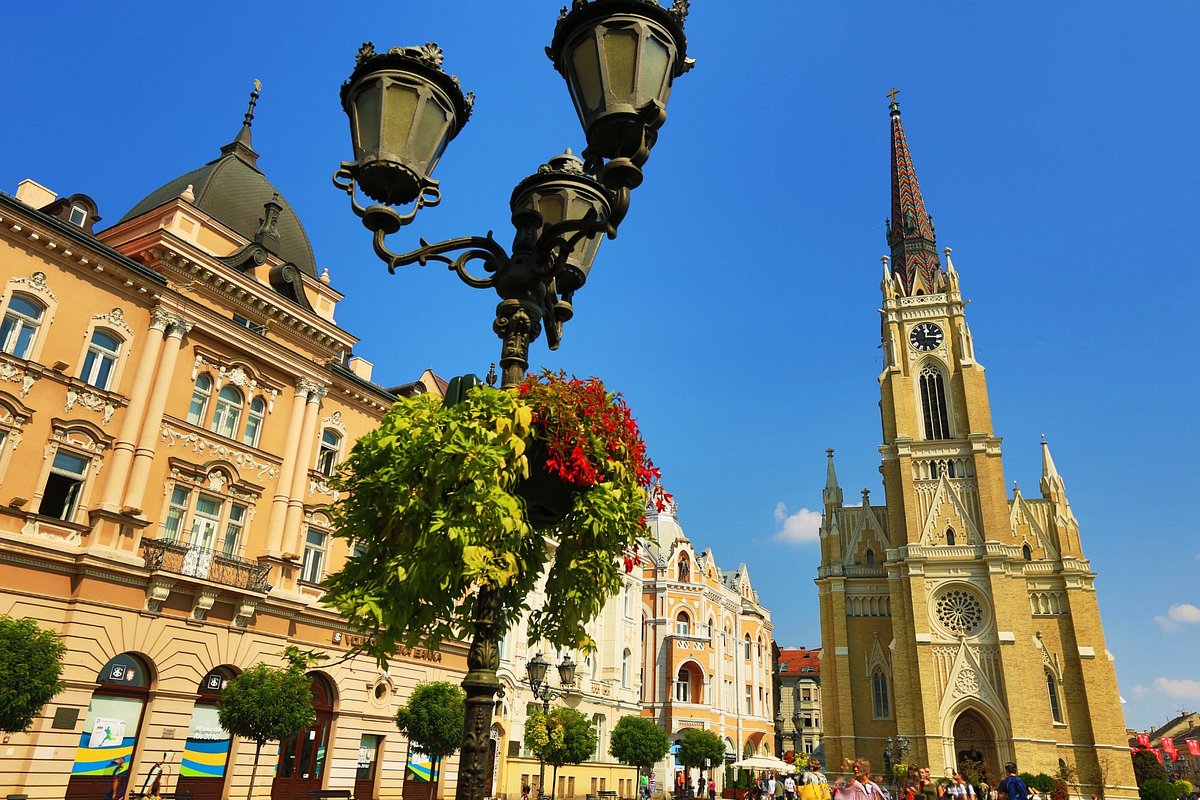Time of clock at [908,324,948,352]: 12:15
